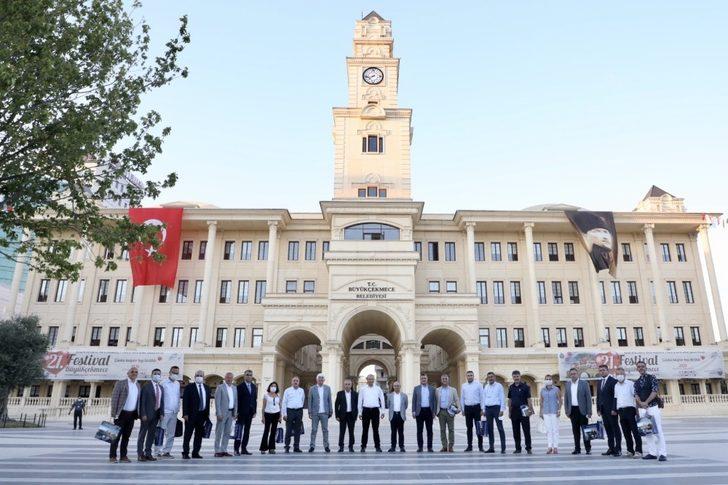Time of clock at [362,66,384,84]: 7:42
